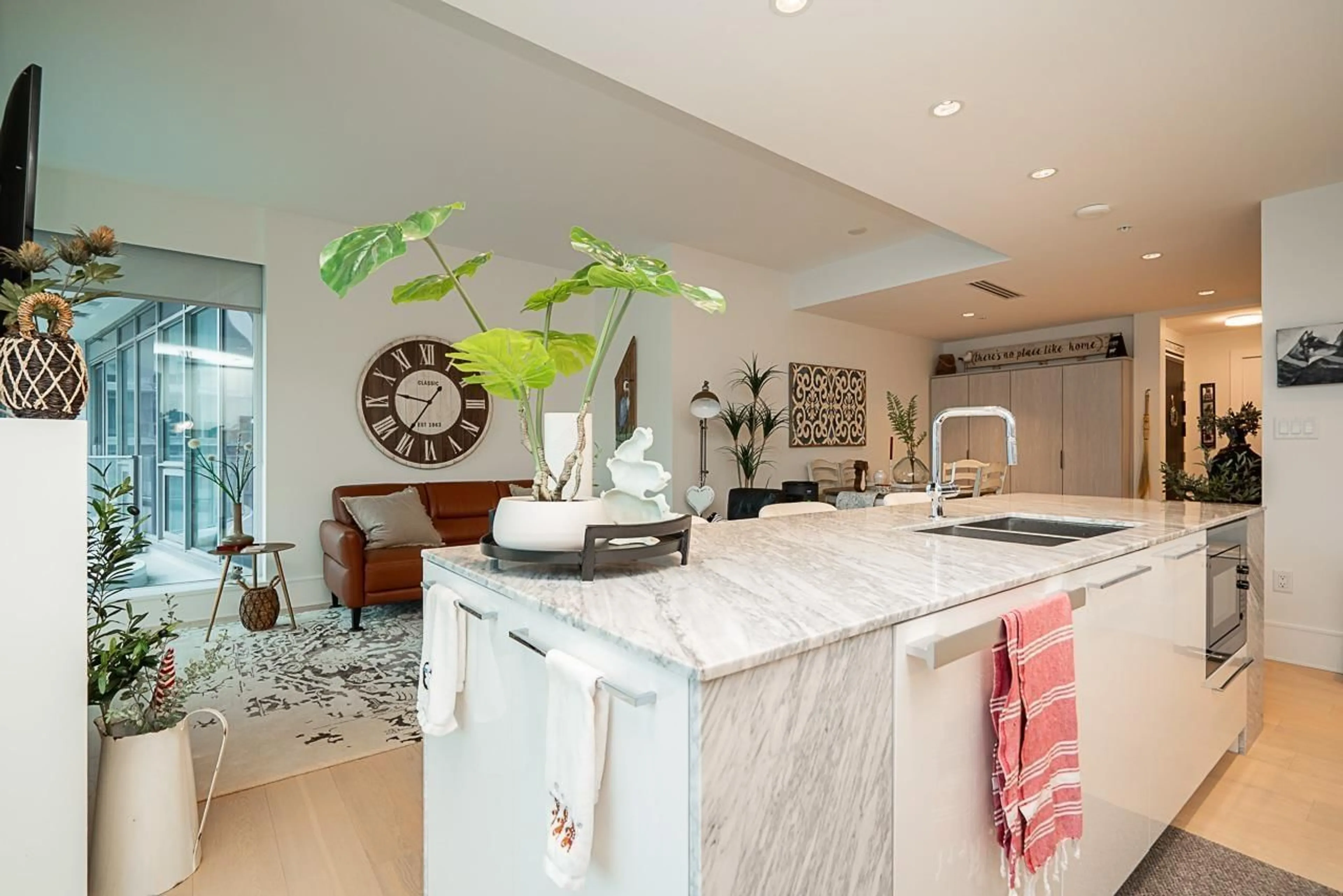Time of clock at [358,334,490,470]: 9:36
